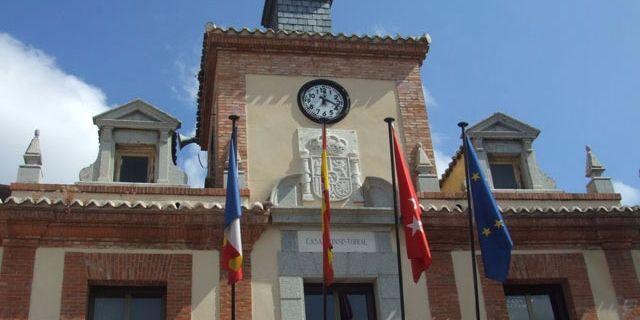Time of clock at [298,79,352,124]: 12:18
